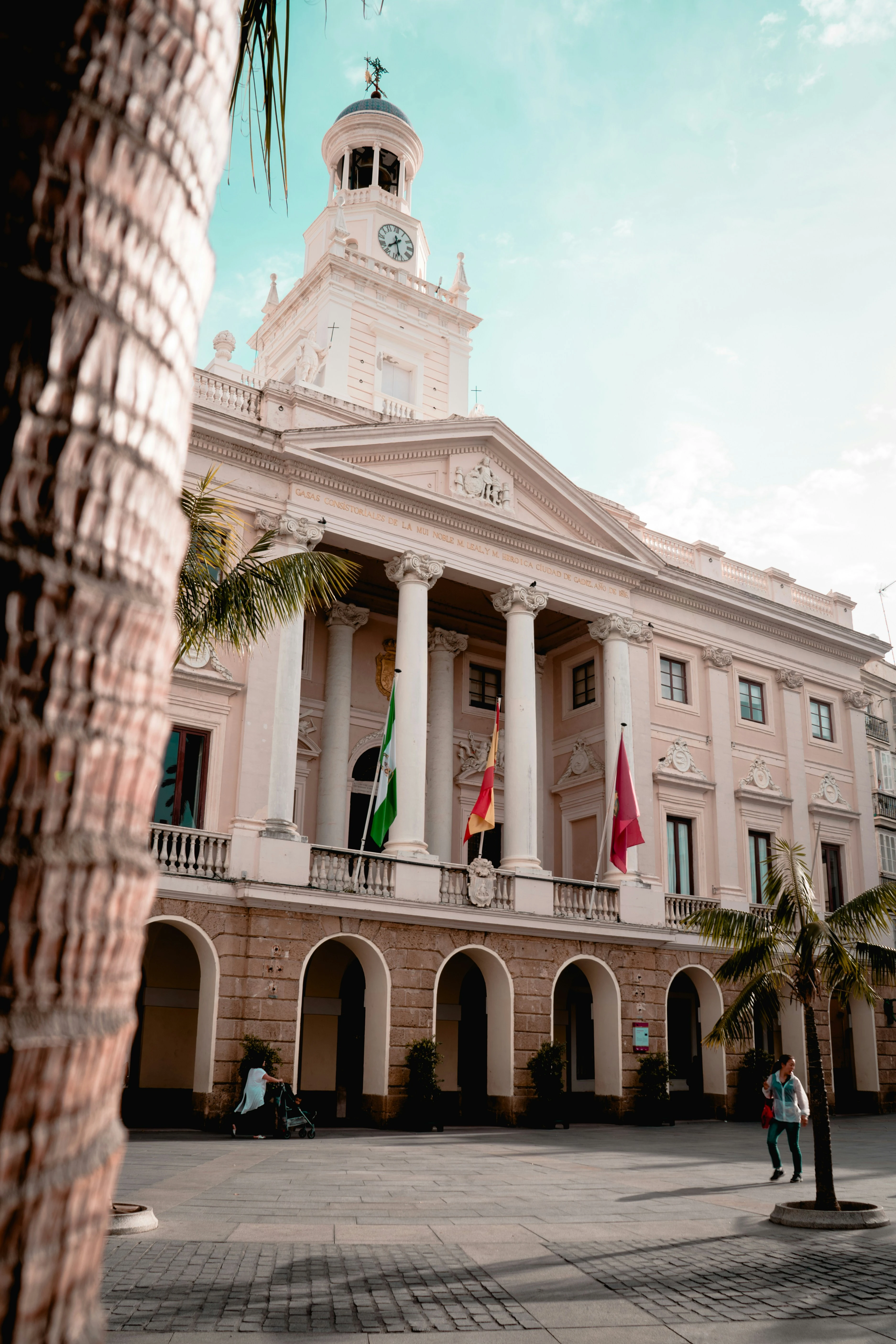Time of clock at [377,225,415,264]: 7:28
